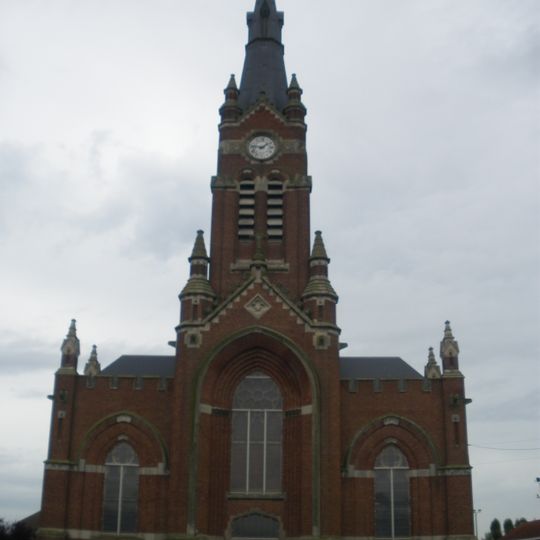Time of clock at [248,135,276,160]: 1:46
